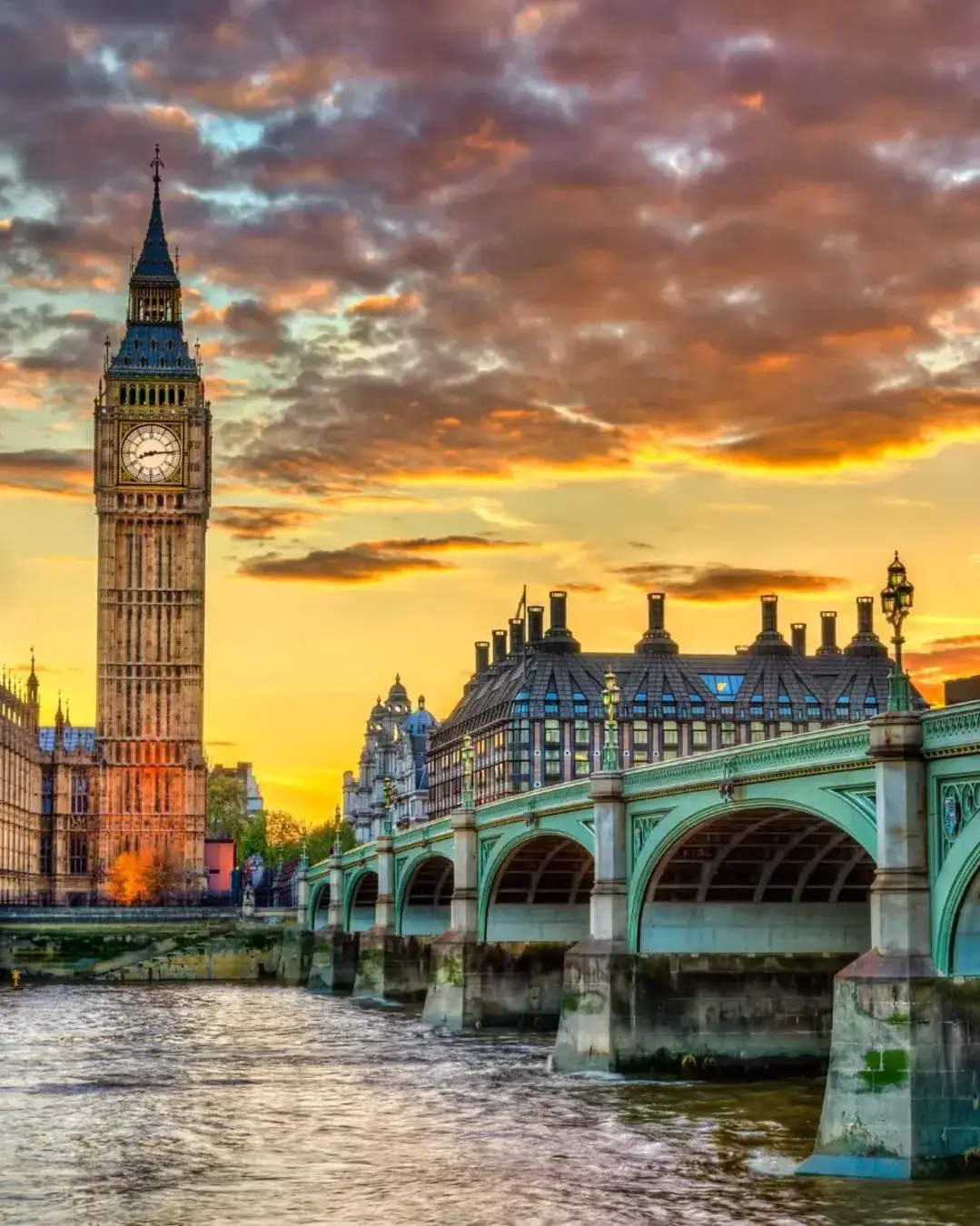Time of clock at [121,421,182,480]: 8:14
